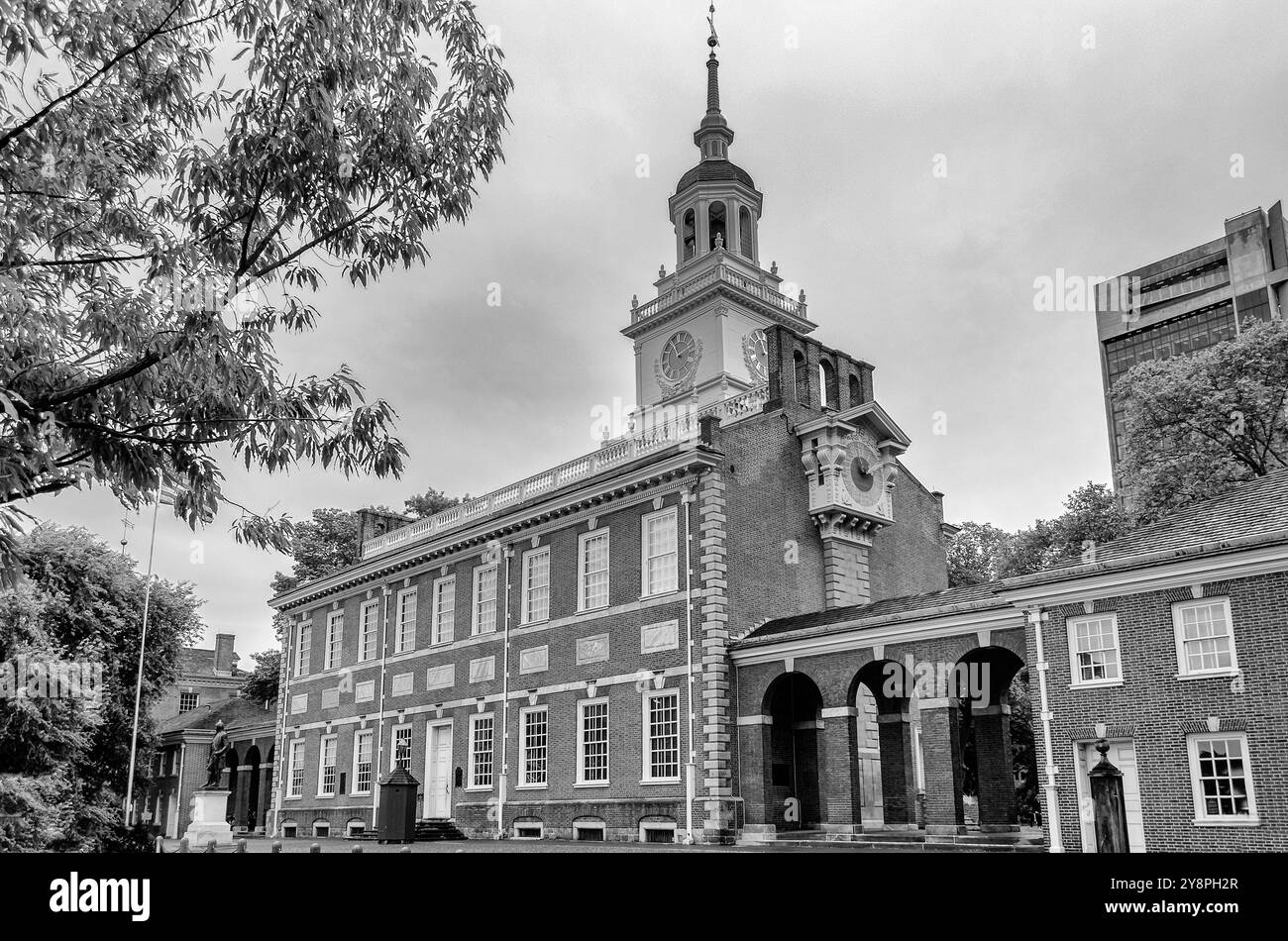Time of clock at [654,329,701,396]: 11:11
